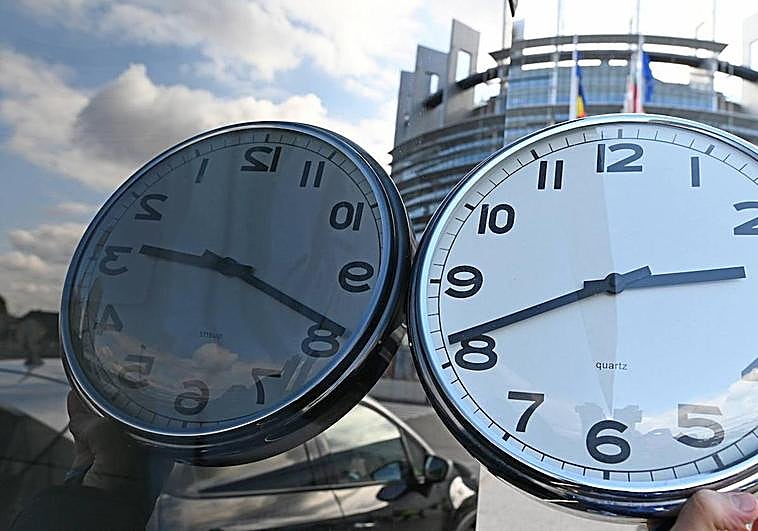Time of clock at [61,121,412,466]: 9:19
